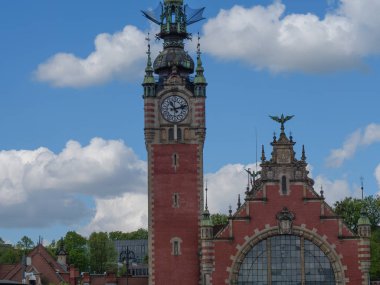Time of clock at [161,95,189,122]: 11:12
